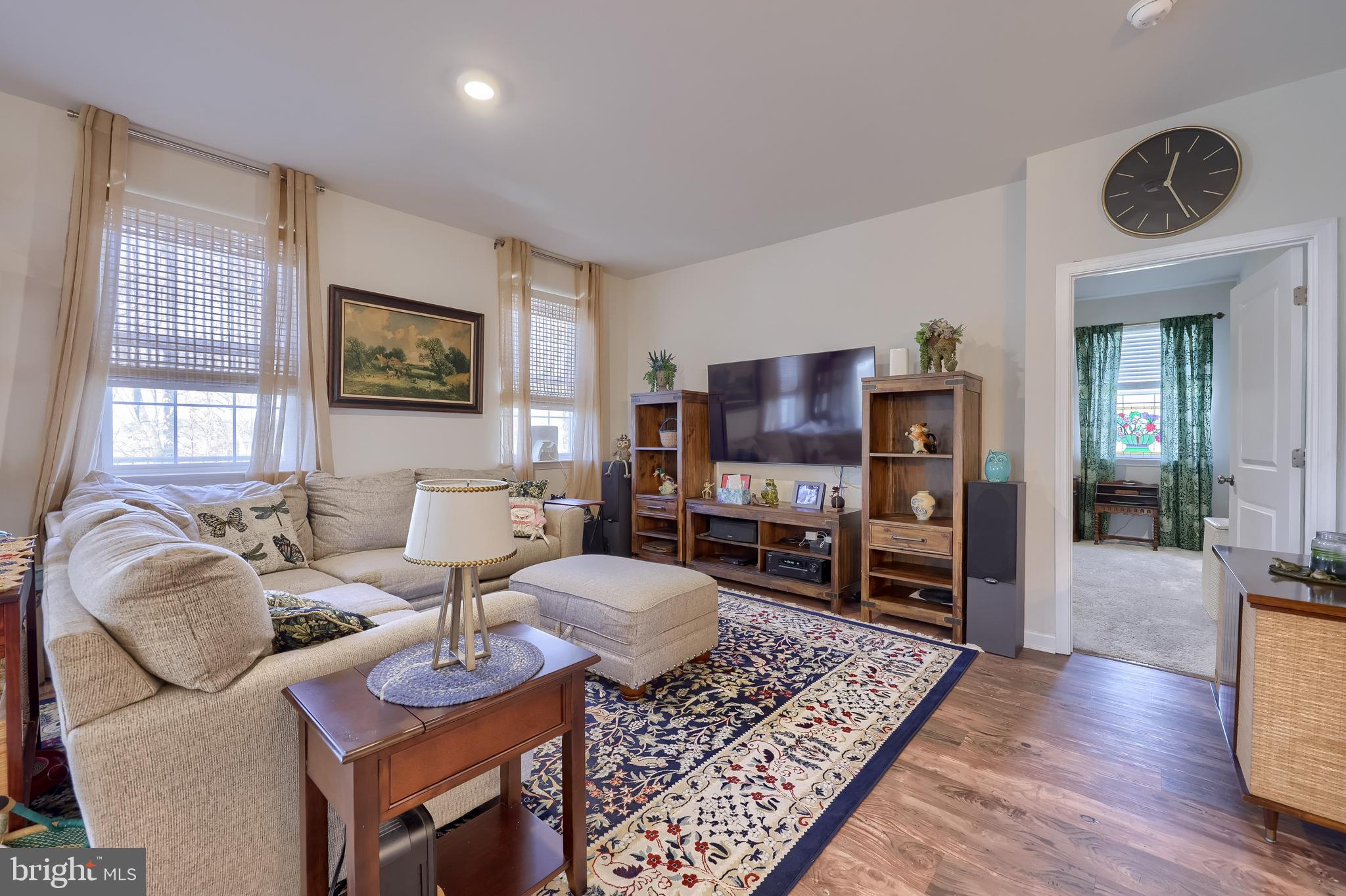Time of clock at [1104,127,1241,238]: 12:26
